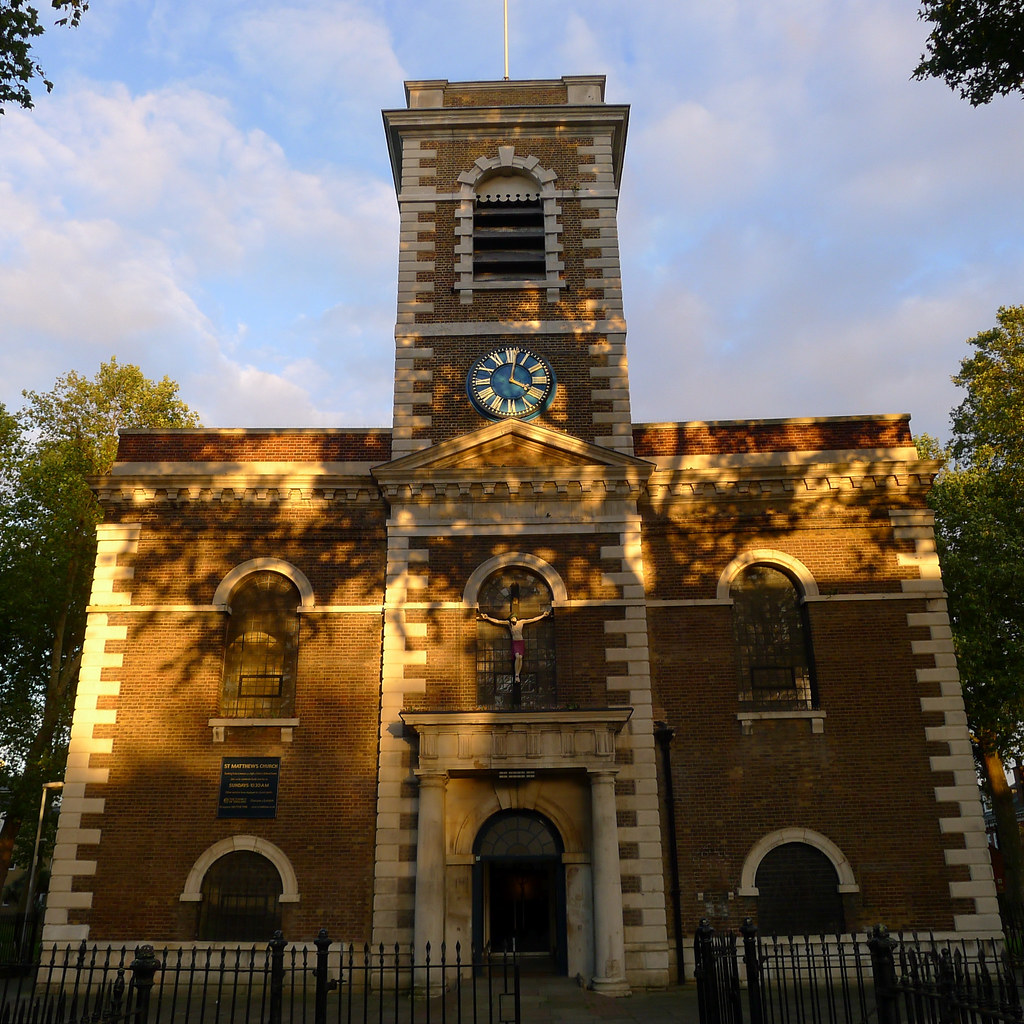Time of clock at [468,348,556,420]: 4:02
